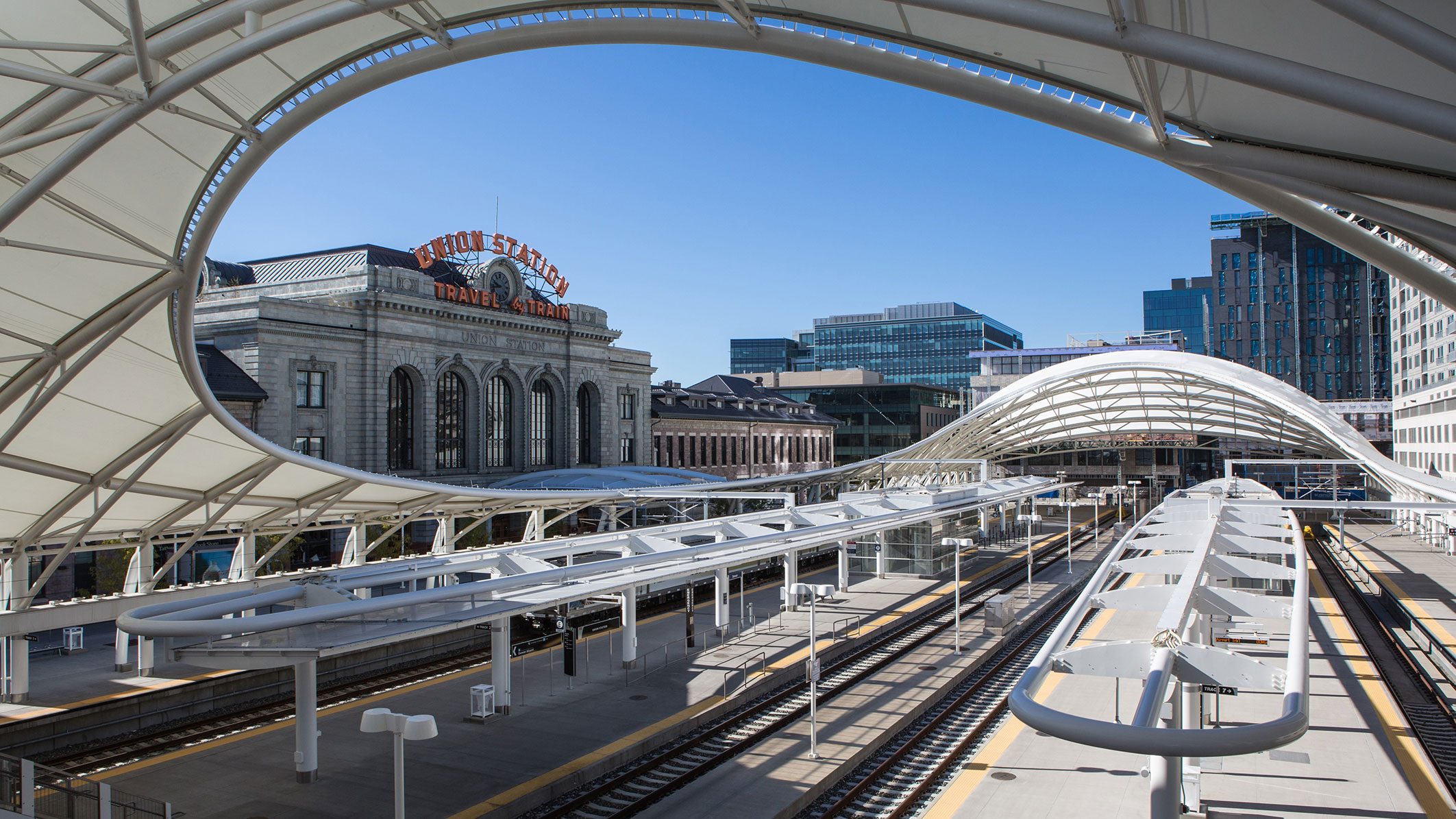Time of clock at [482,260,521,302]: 9:42
